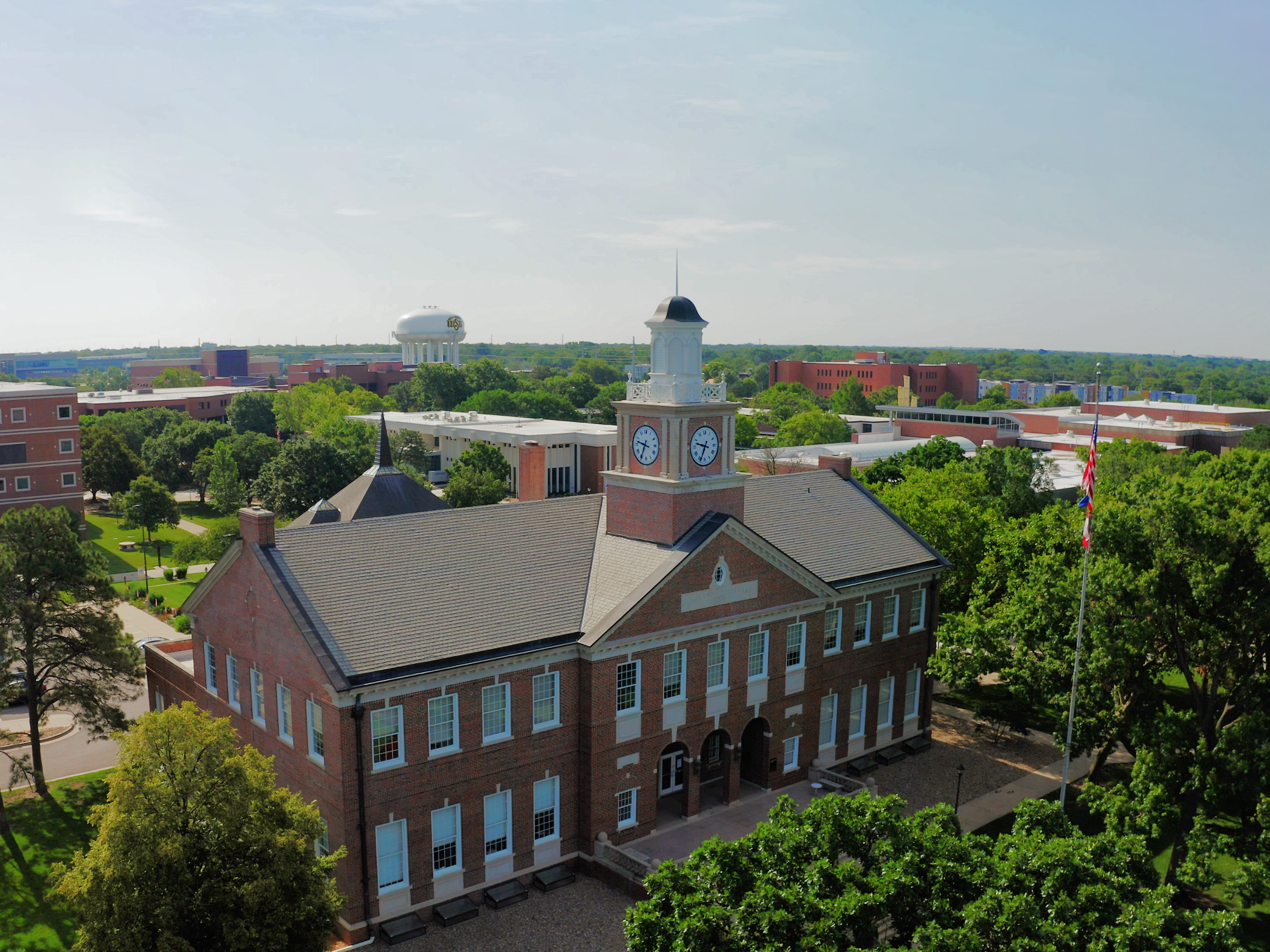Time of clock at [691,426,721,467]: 9:34
